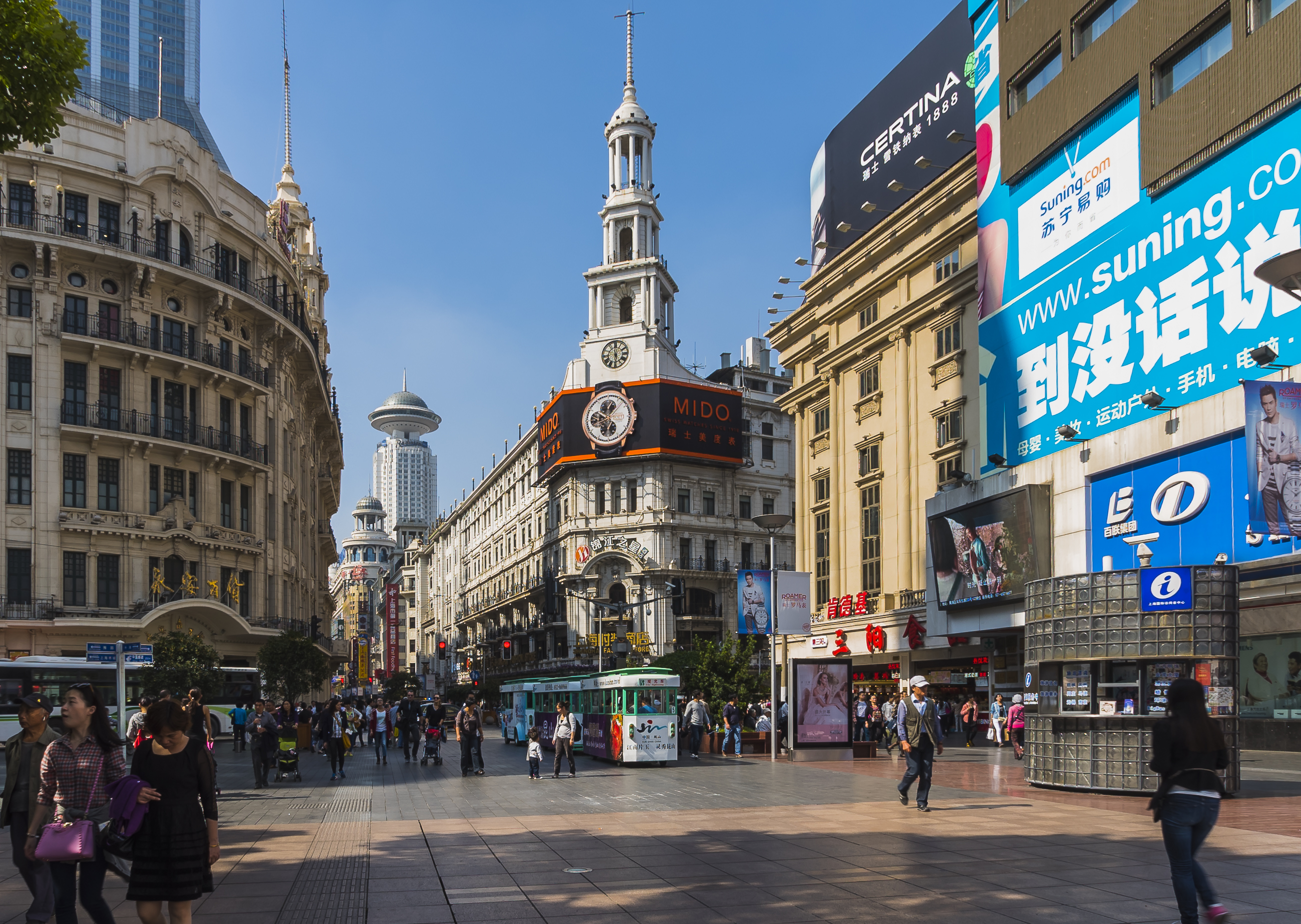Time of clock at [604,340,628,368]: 5:59
